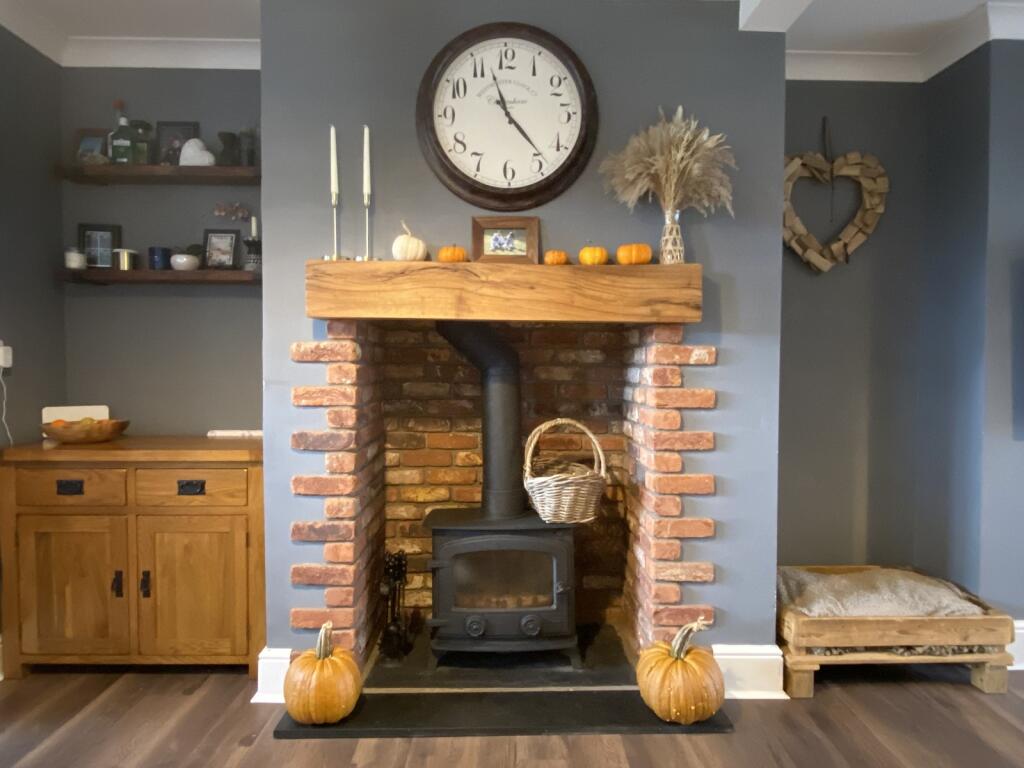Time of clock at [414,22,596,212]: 11:23
